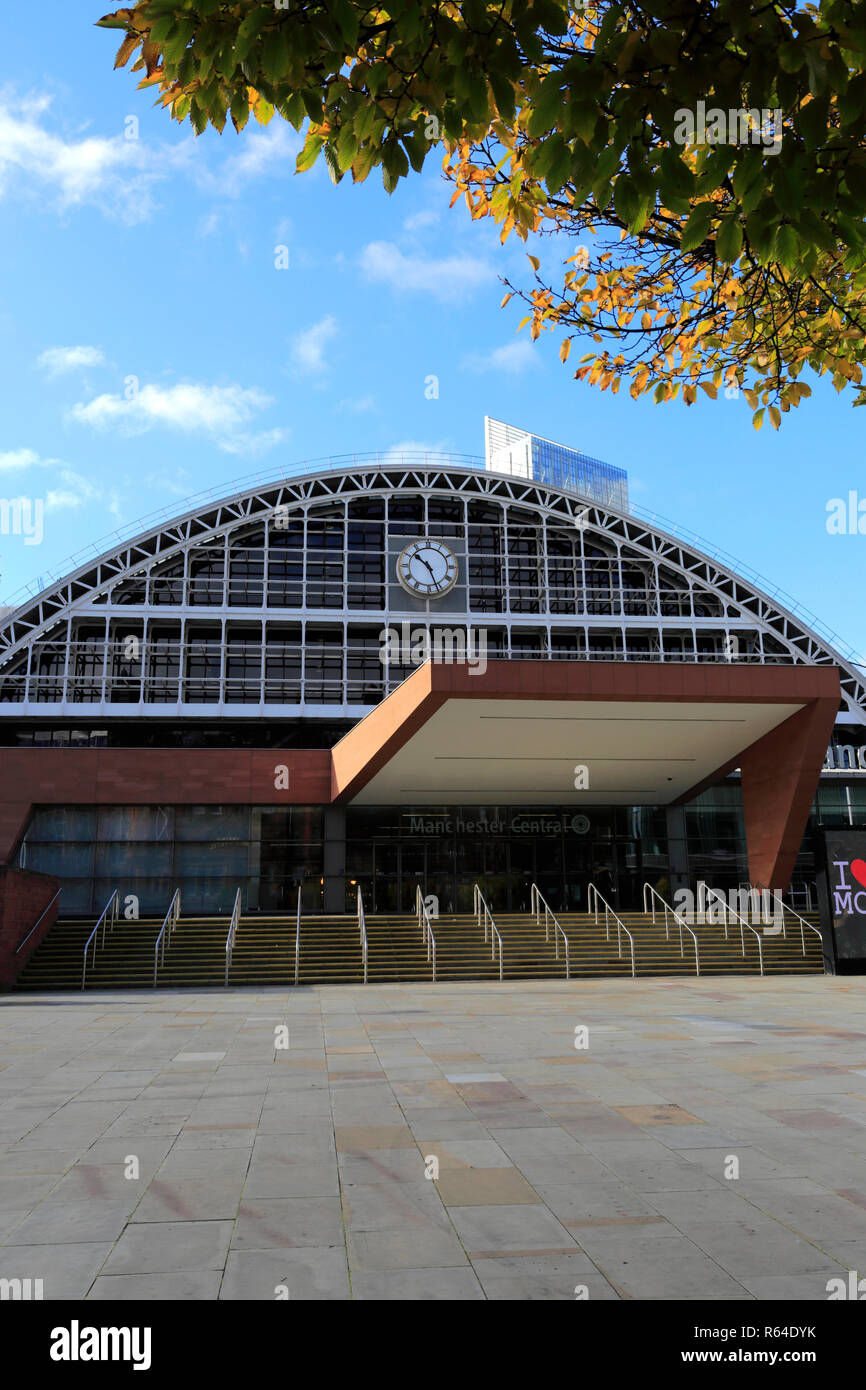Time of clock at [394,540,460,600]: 10:26
